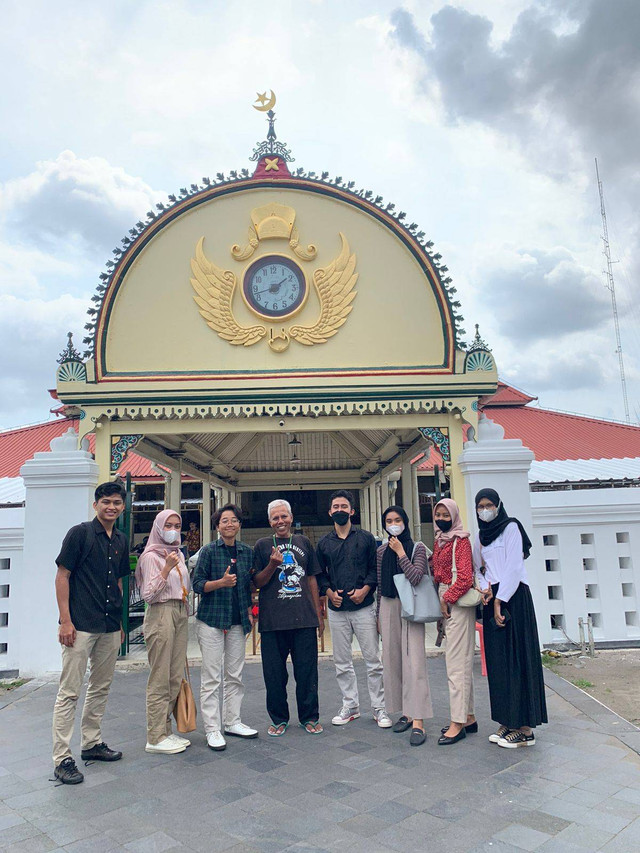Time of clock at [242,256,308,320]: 1:42
